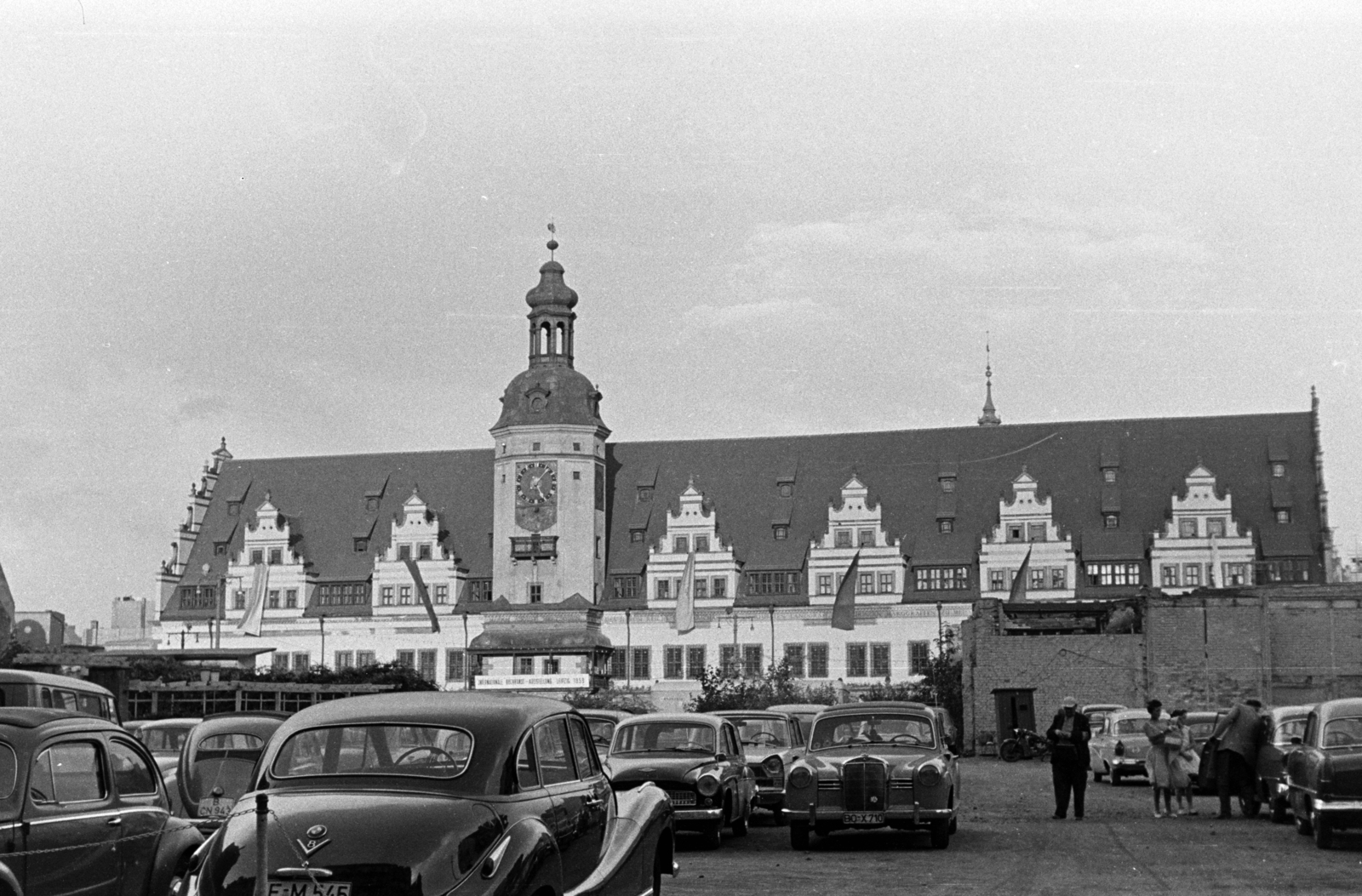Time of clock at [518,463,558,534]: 5:06
